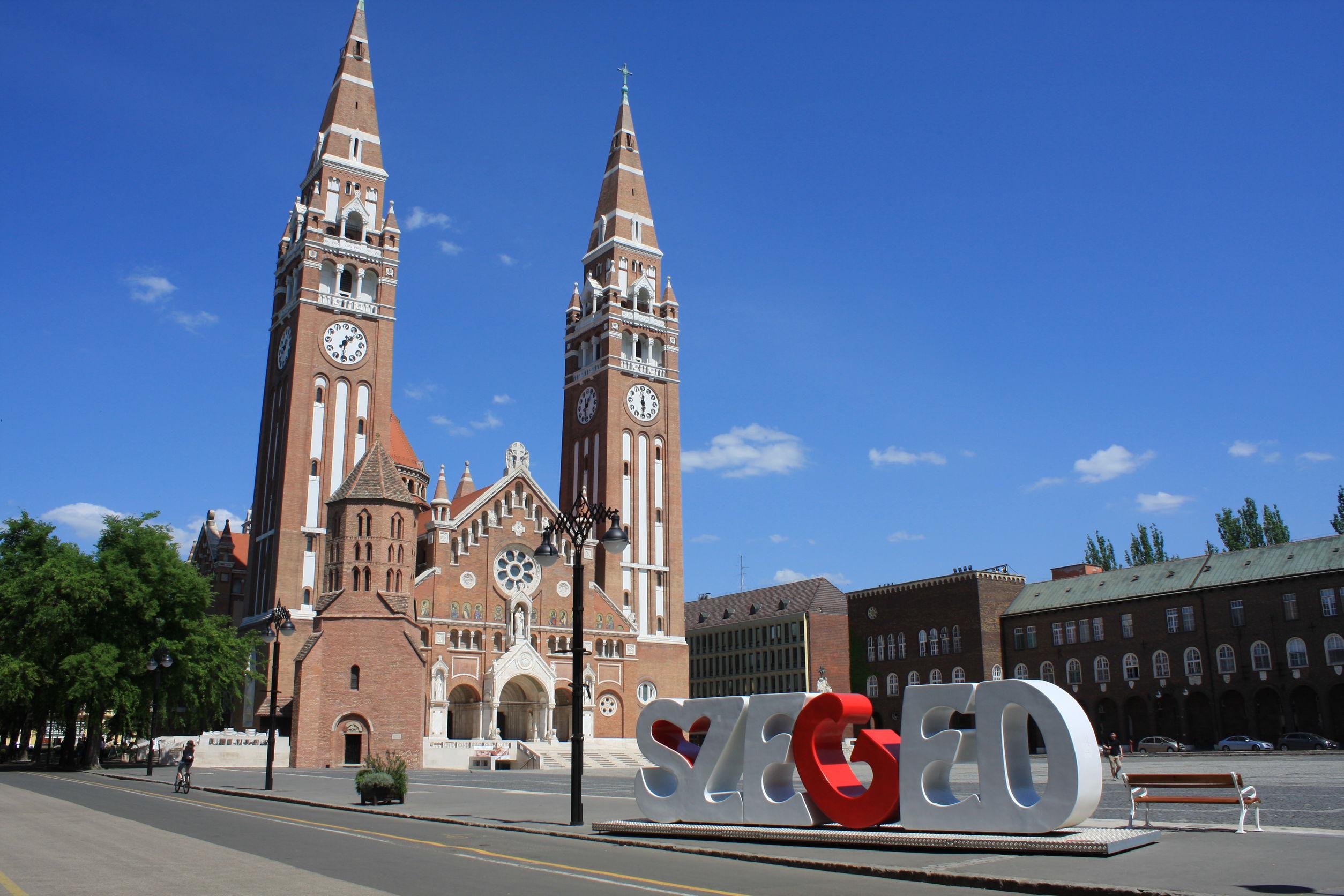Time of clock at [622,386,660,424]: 5:30
